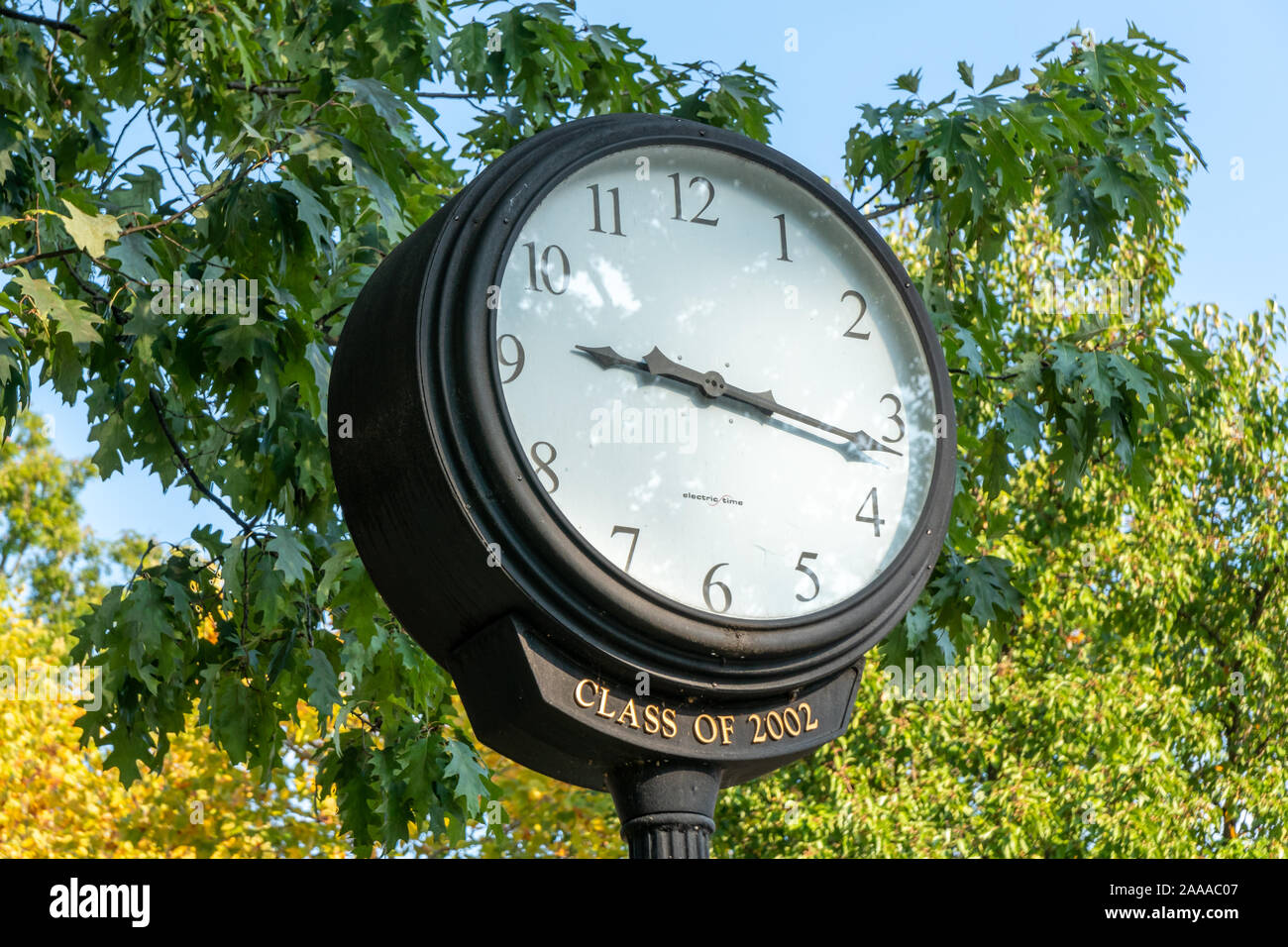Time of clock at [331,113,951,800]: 9:16
